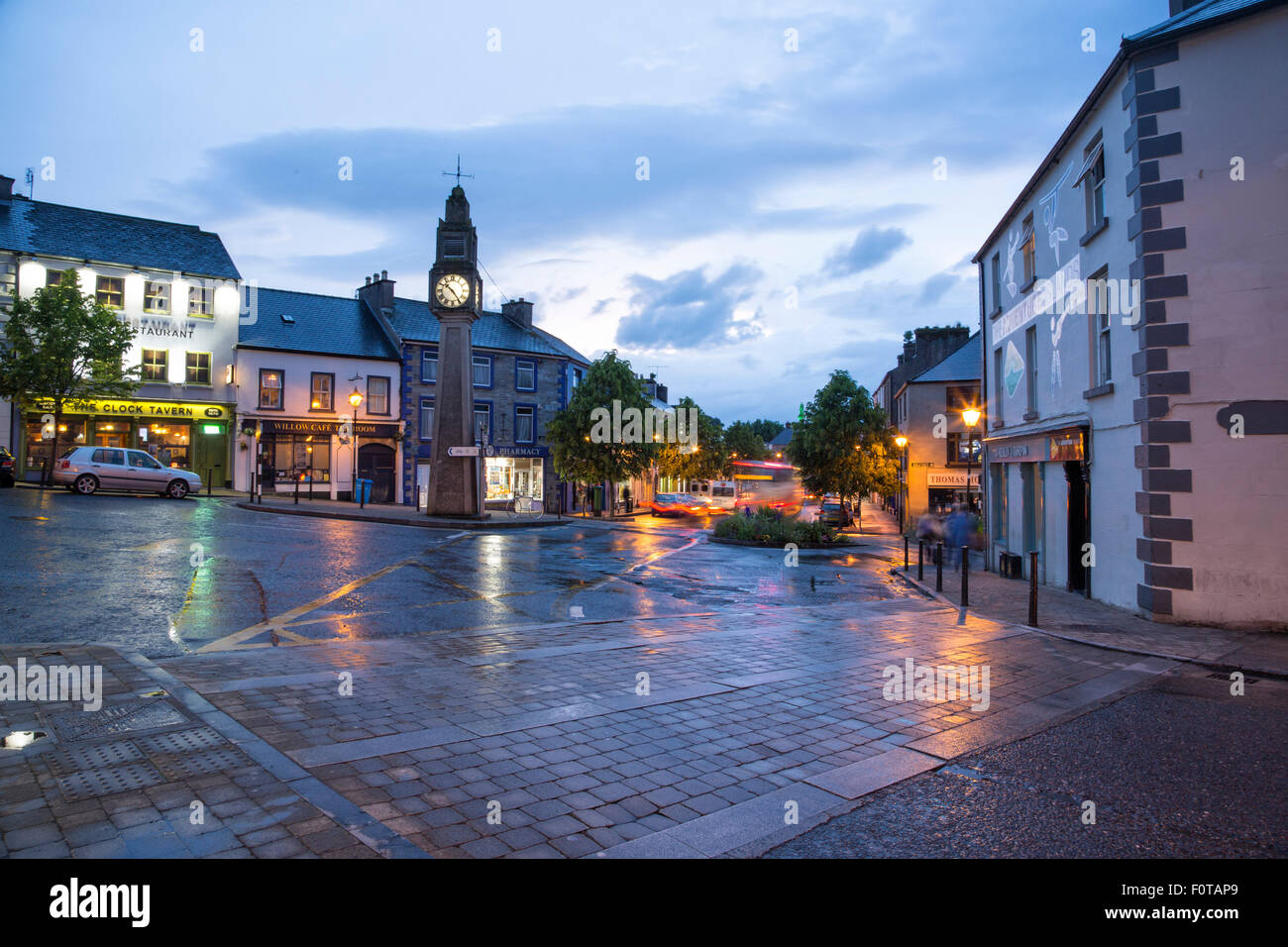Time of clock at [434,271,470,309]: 10:24
